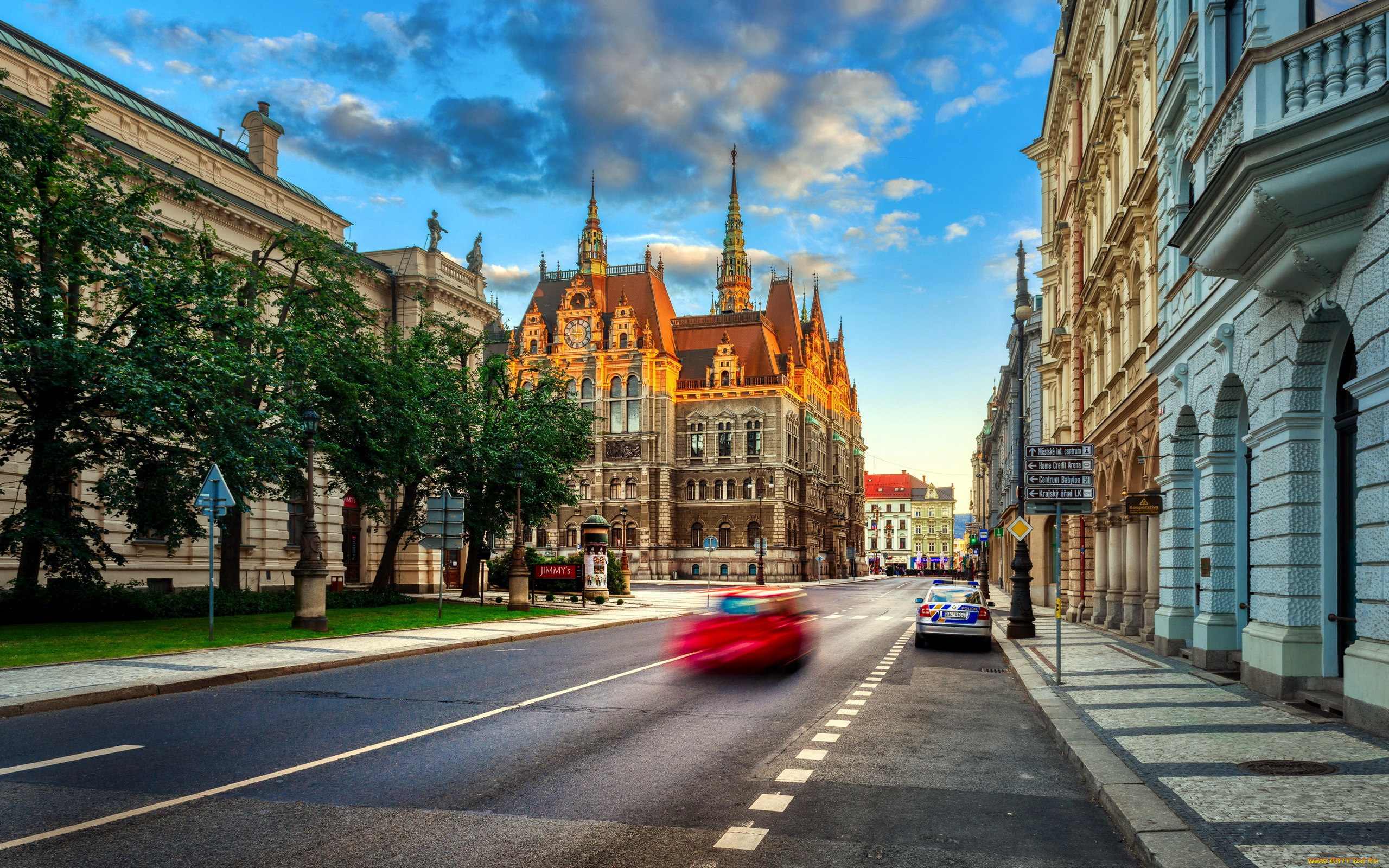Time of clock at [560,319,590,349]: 8:58
